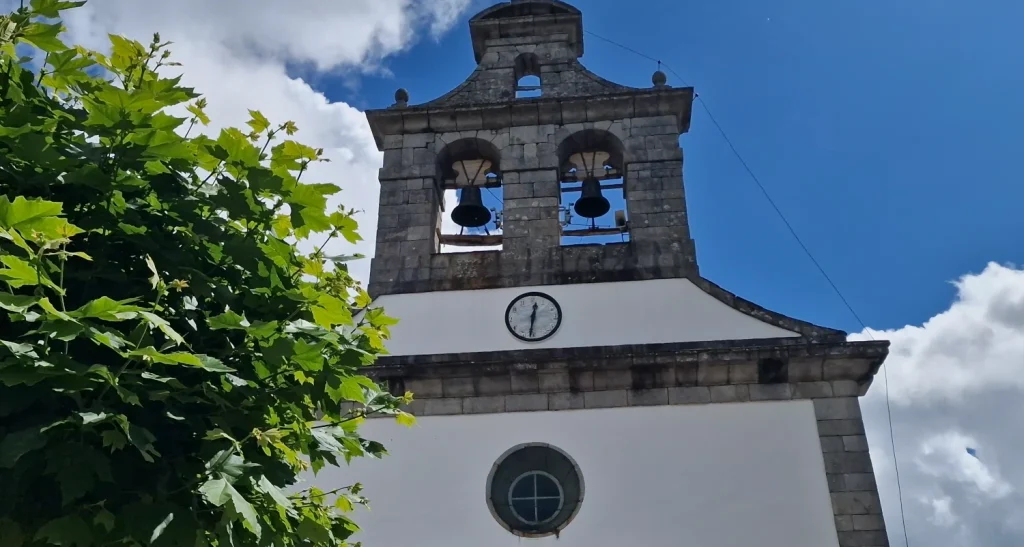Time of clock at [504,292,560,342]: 12:31
